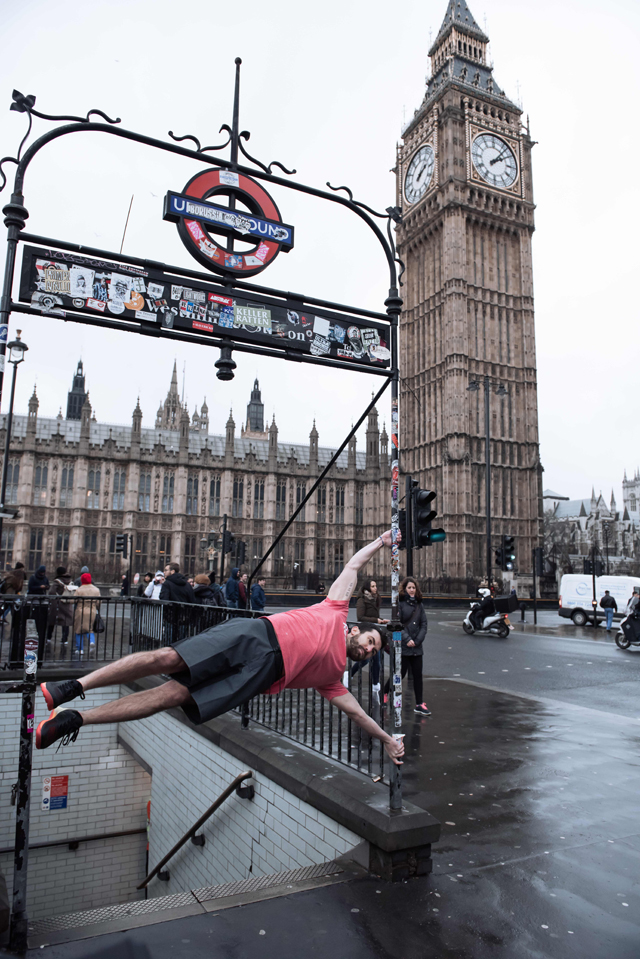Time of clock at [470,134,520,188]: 2:06
